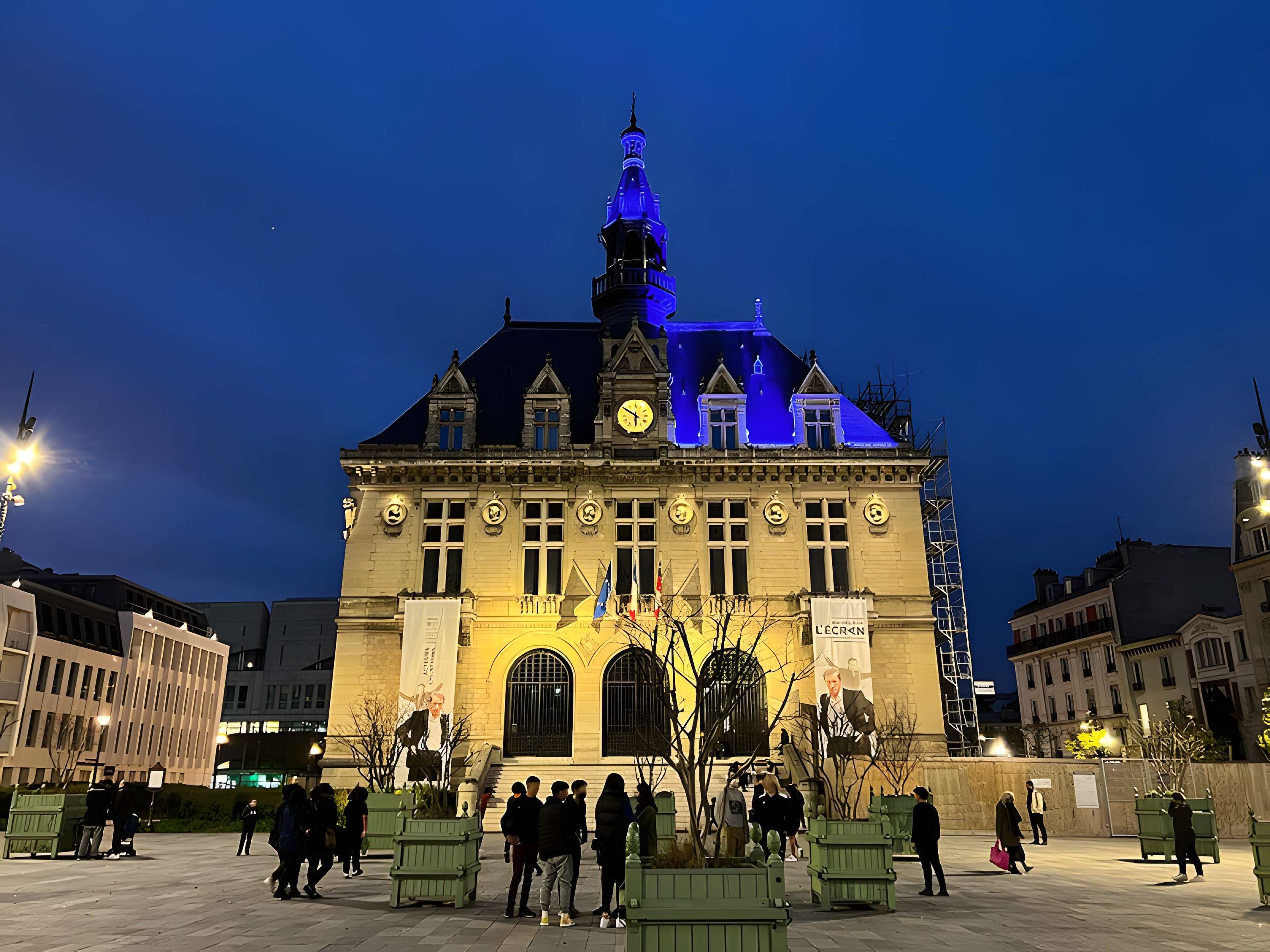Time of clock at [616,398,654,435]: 5:50
